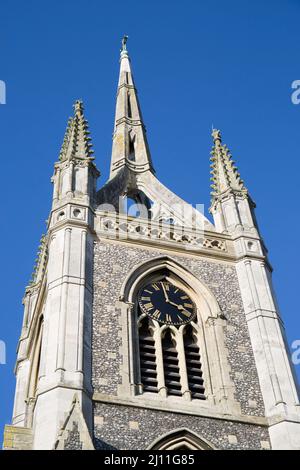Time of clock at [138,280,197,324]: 3:58
